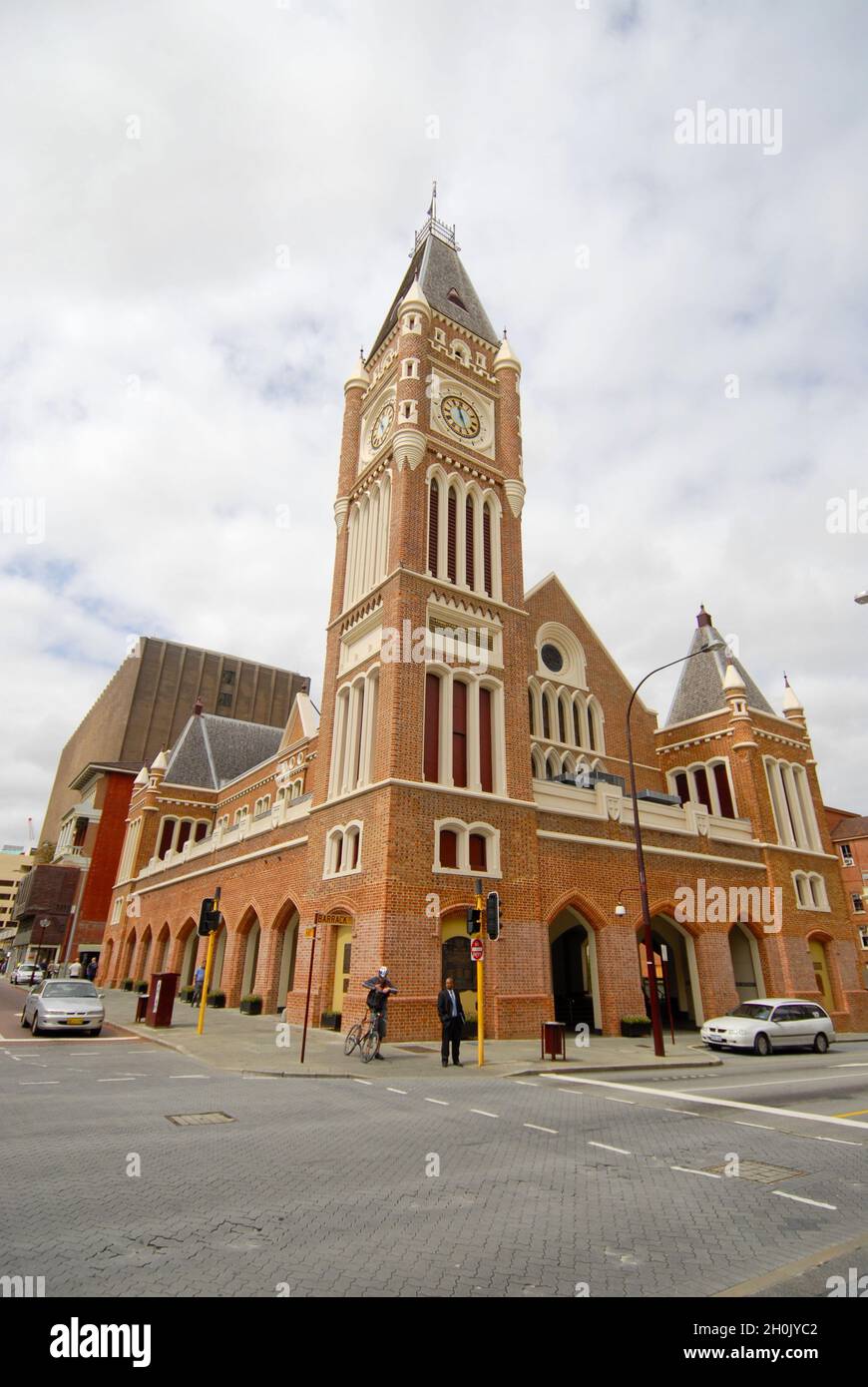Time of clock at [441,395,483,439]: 11:26
